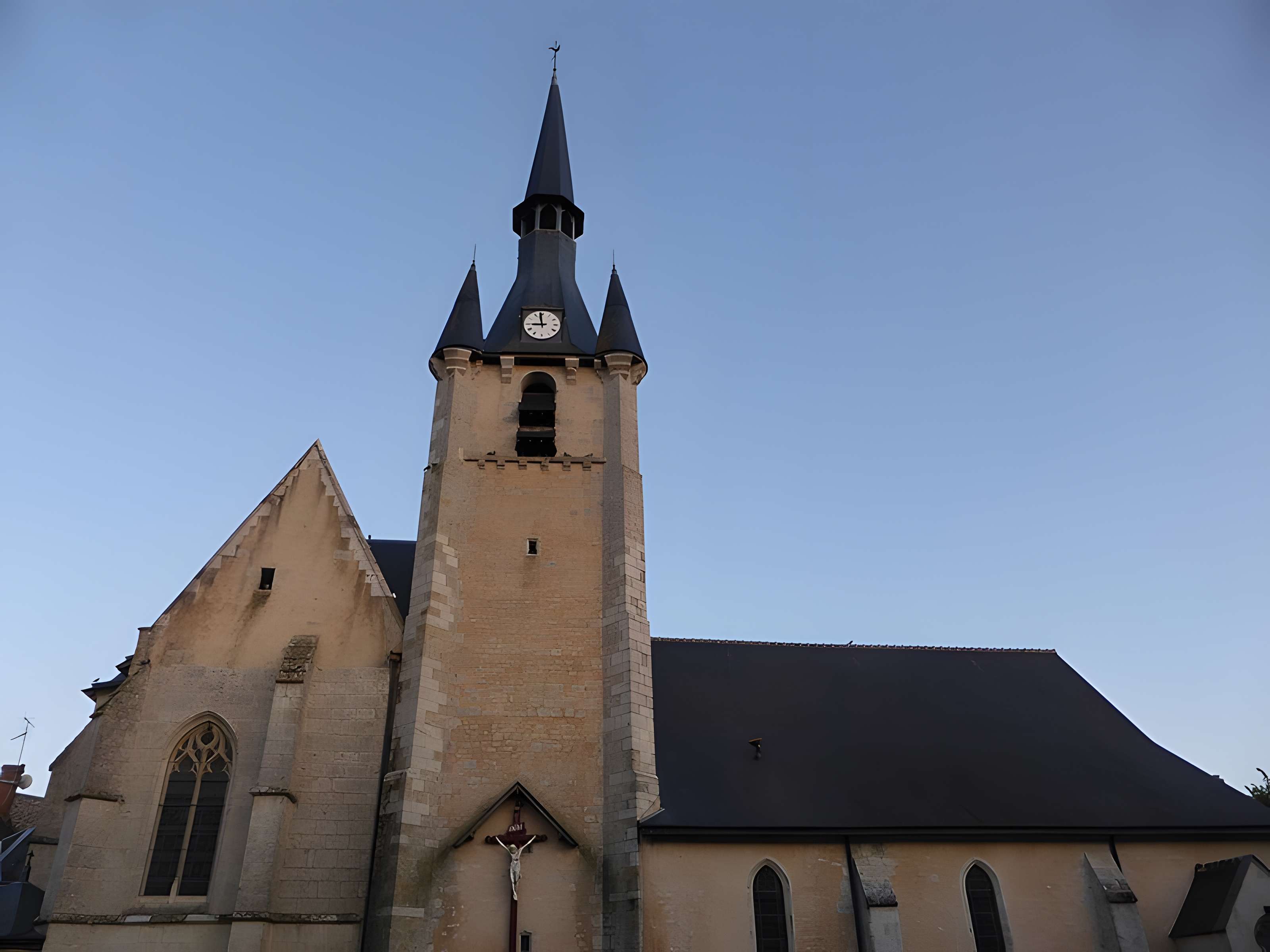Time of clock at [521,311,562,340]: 8:58
